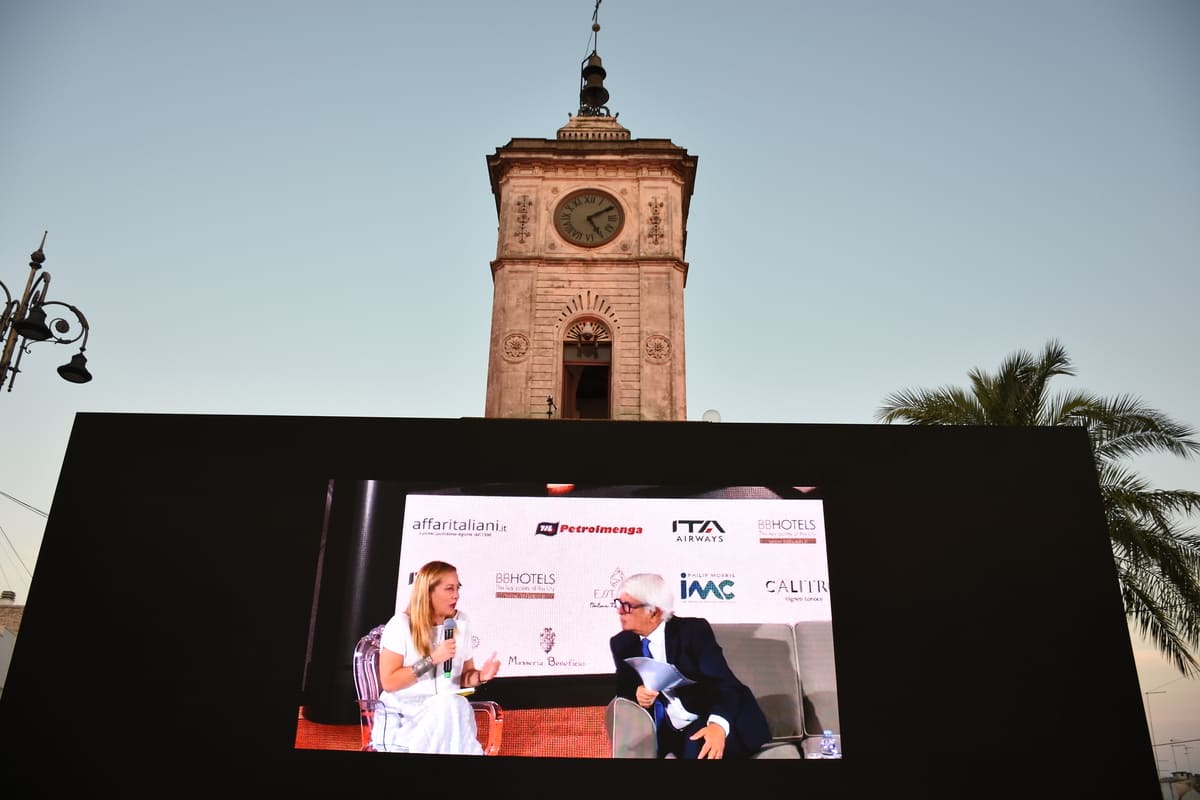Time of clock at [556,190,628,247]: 5:09
